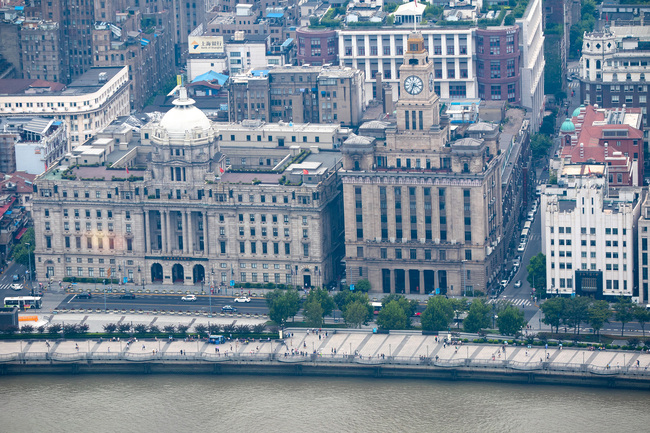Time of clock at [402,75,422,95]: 3:33
